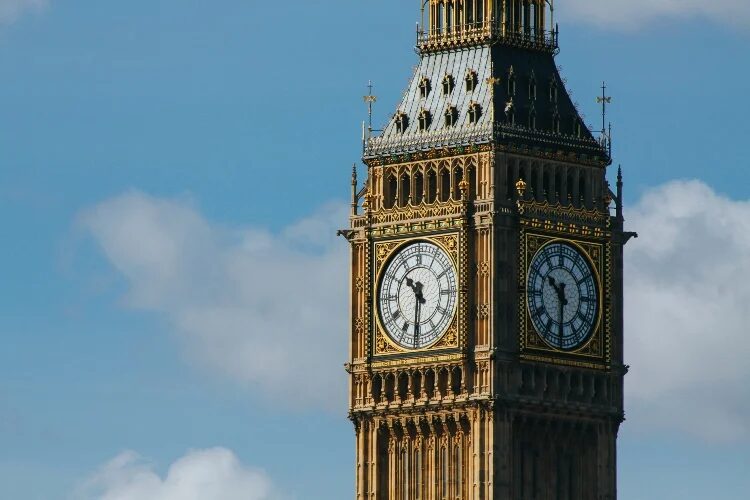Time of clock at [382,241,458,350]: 10:31
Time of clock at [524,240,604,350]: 10:30
